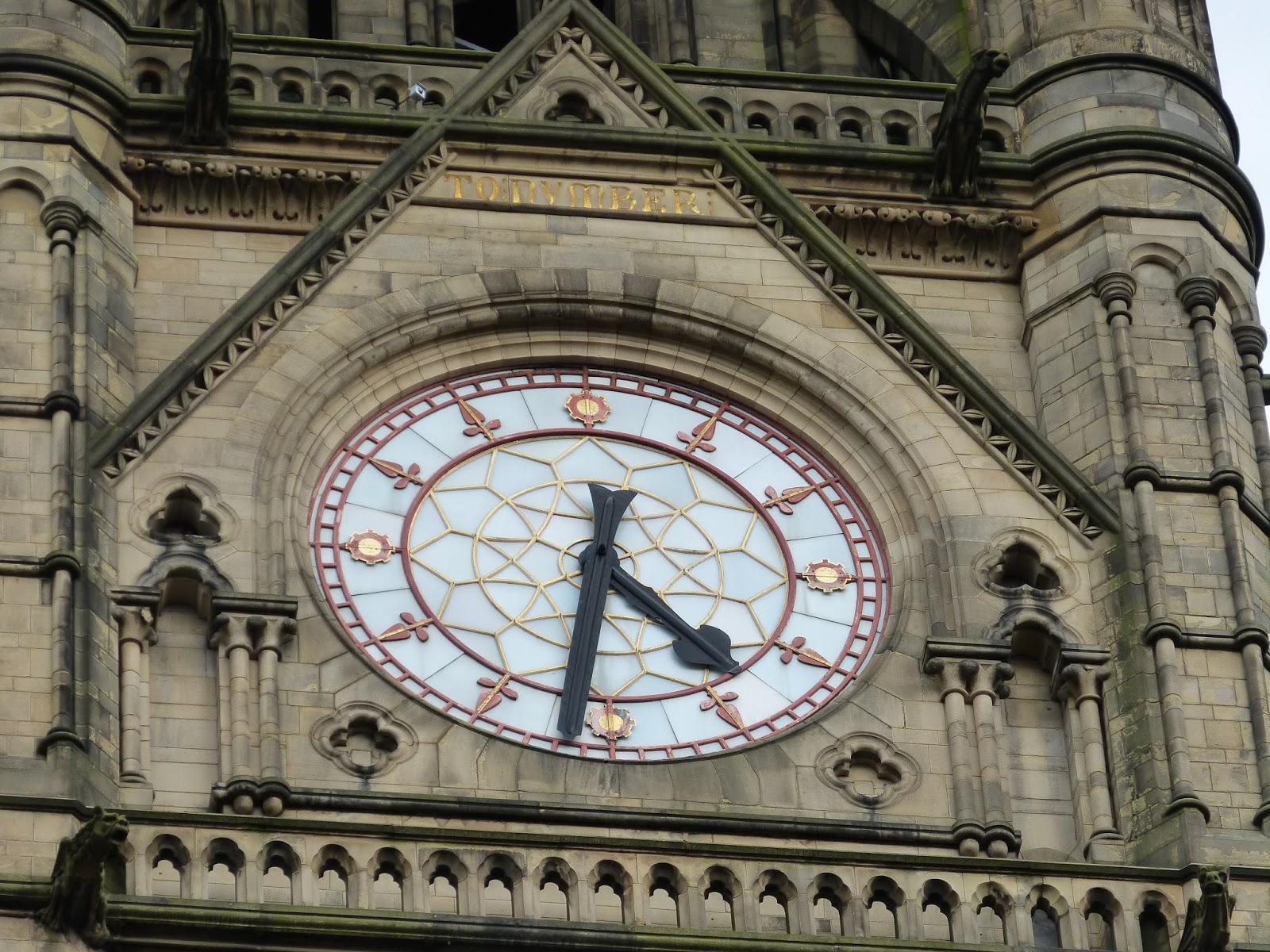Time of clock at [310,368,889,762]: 4:31
